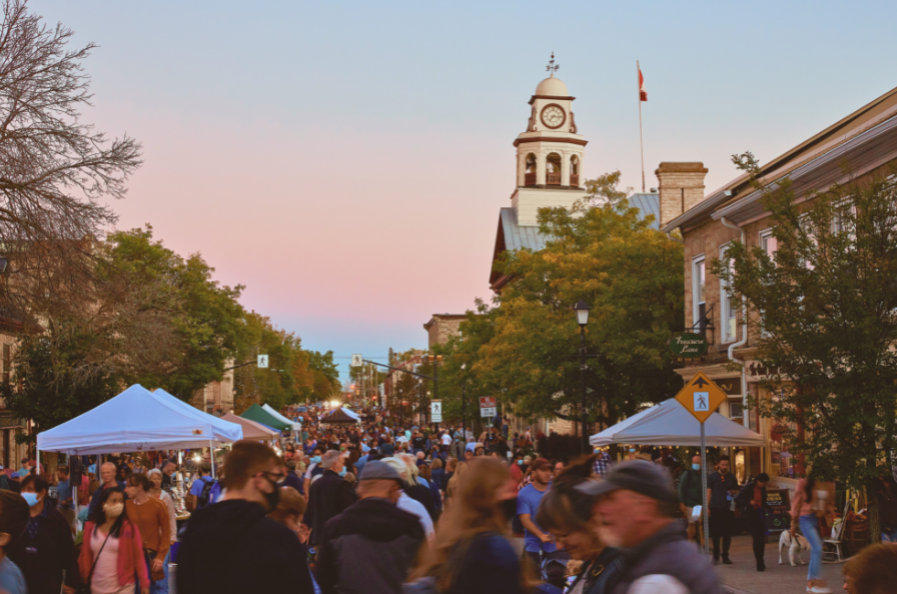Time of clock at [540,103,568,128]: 7:15
